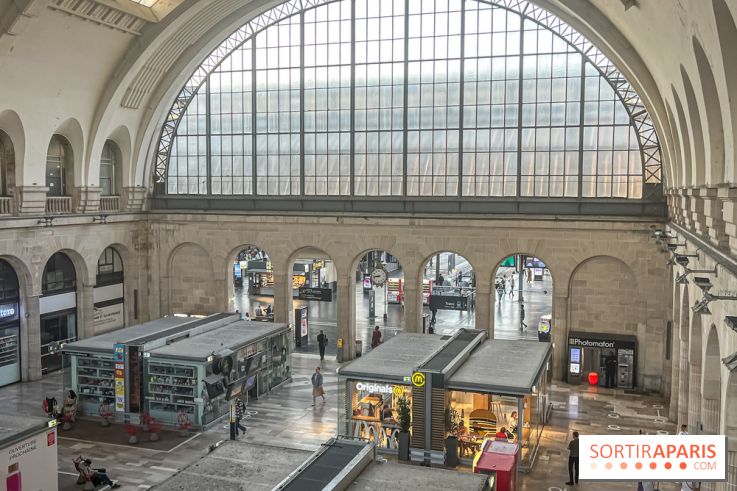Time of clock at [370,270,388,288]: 8:43
